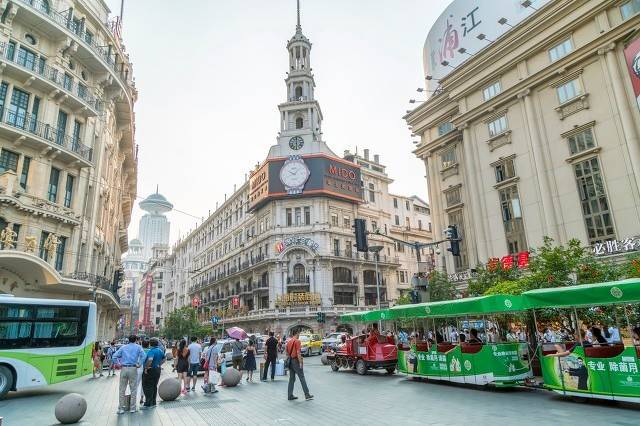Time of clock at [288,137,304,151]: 6:00
